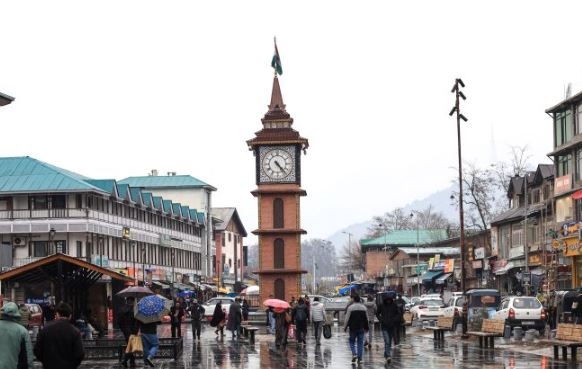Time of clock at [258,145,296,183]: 4:23
